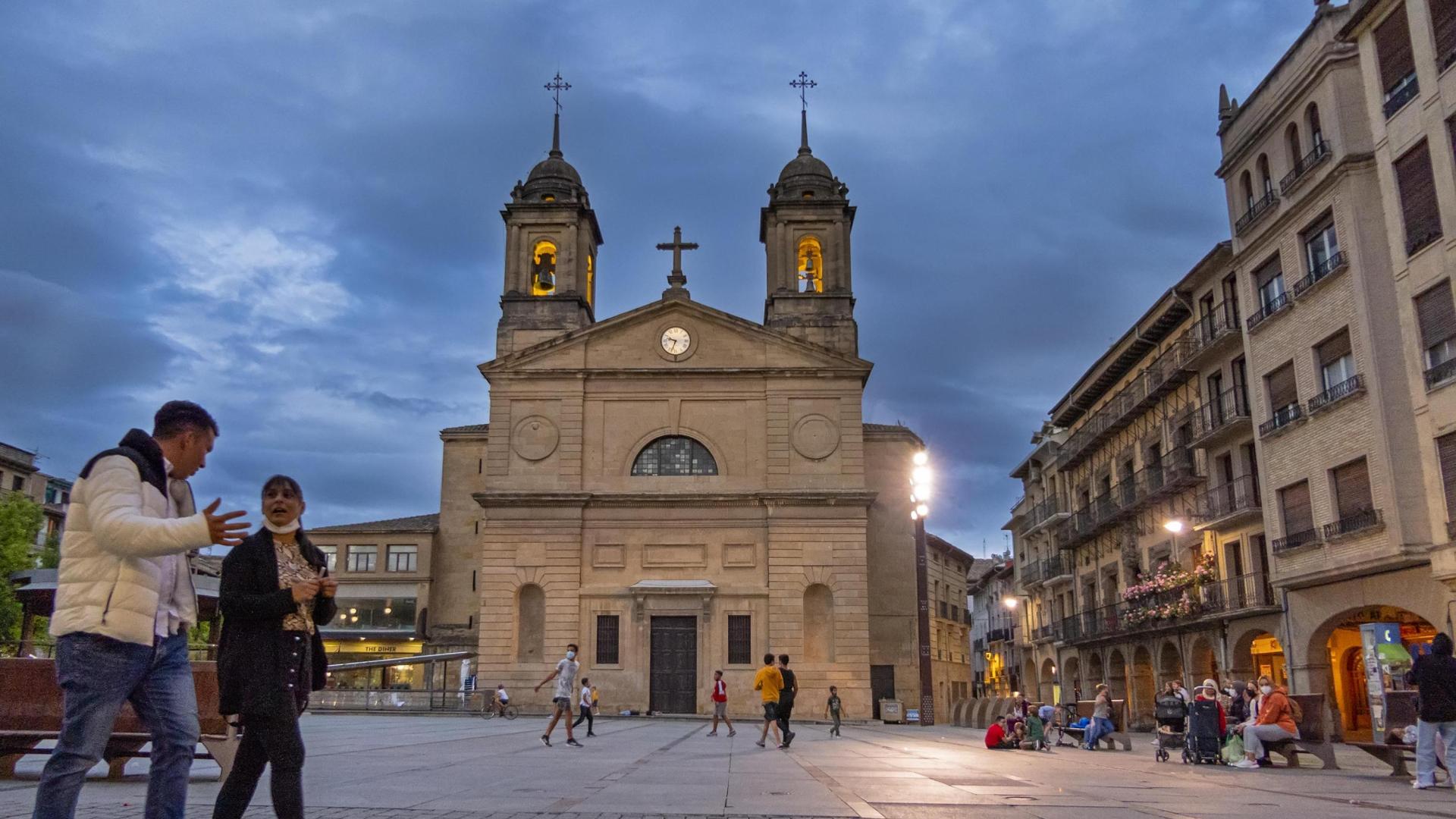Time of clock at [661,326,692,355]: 9:33
